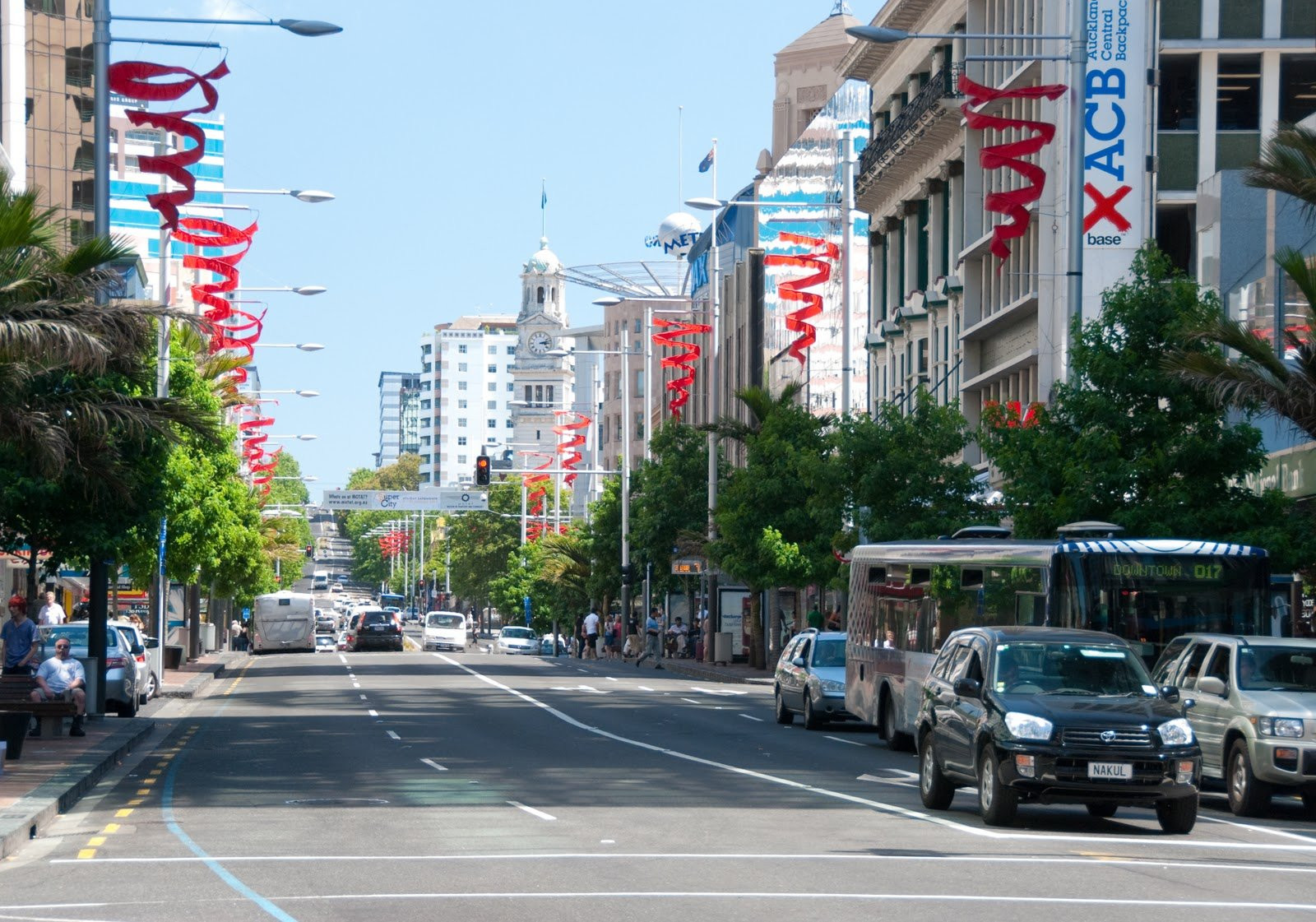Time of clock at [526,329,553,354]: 3:12
